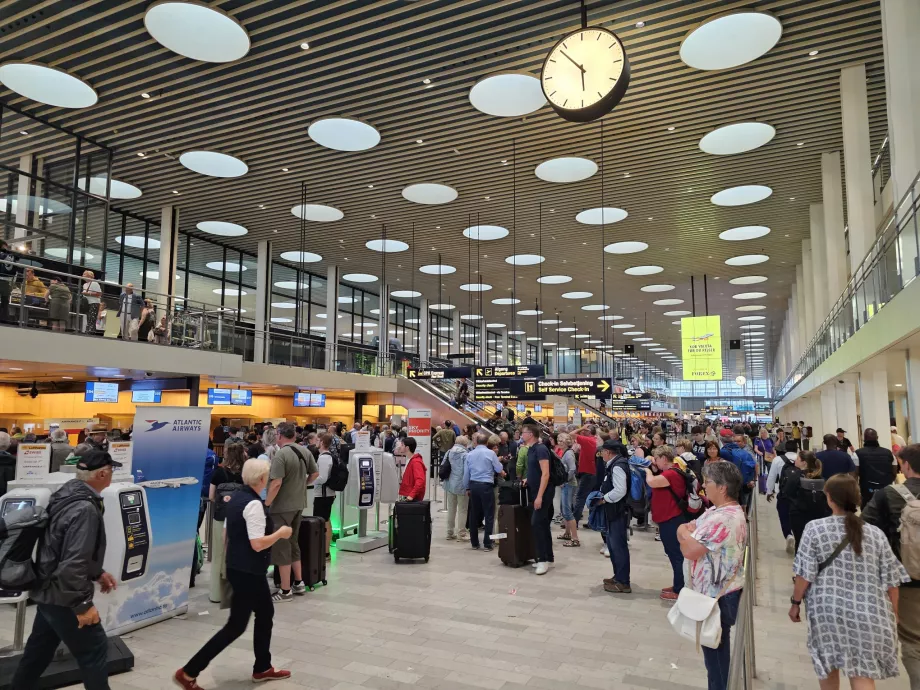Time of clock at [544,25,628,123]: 5:53
